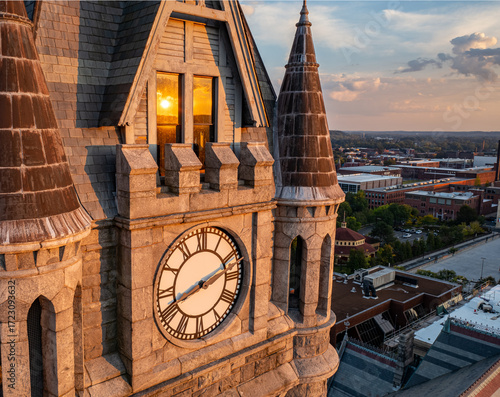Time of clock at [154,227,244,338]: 8:11
